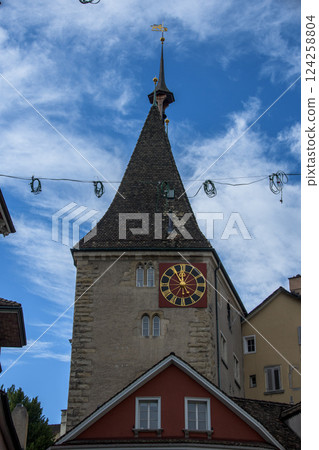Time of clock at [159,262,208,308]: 11:55
